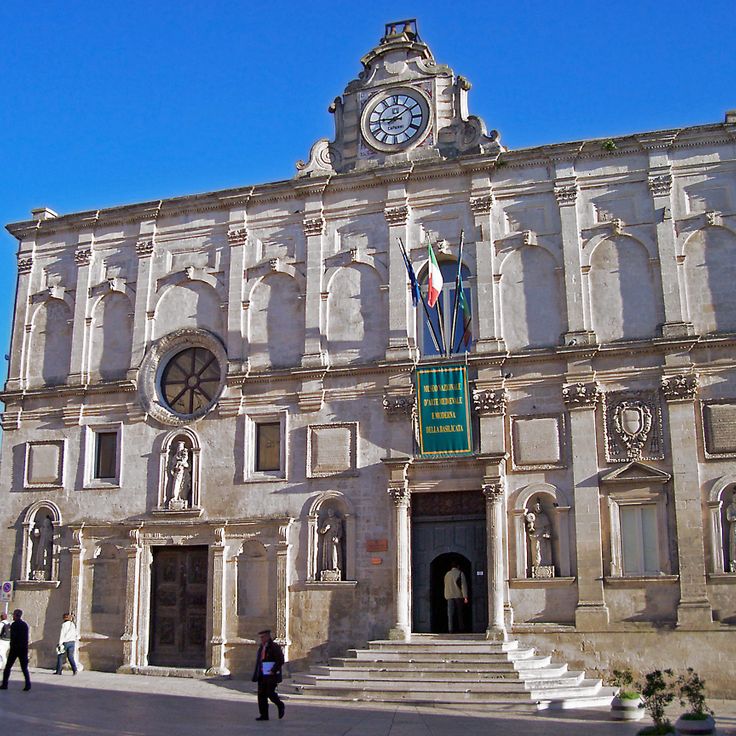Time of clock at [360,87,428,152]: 9:09
